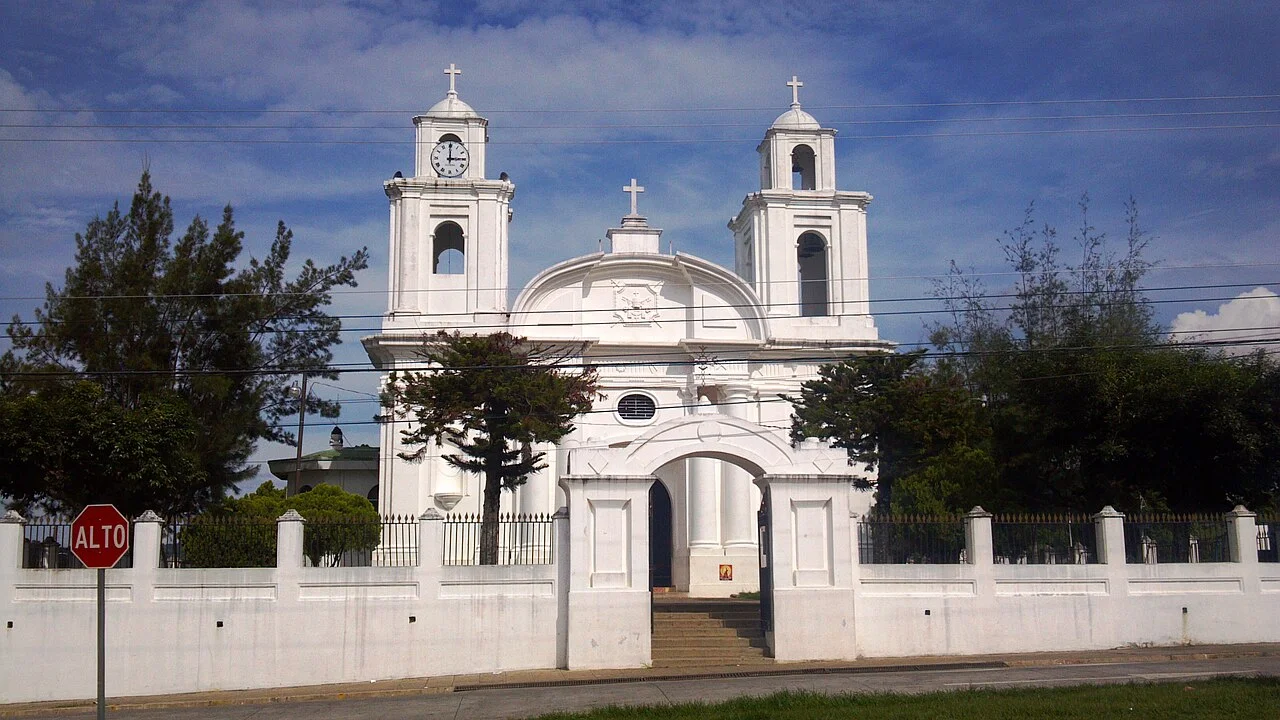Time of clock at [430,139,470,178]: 2:59
